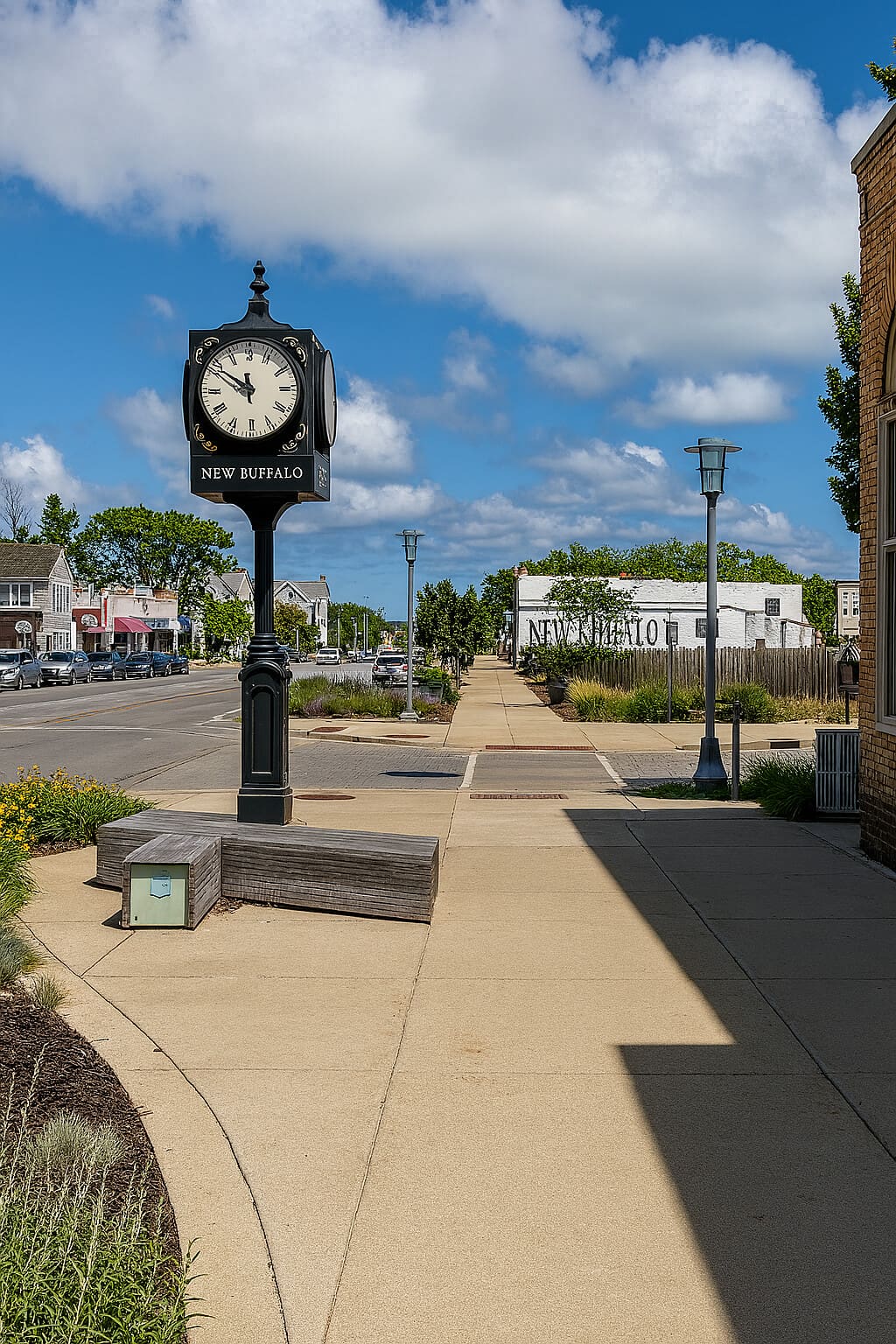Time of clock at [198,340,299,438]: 11:50
